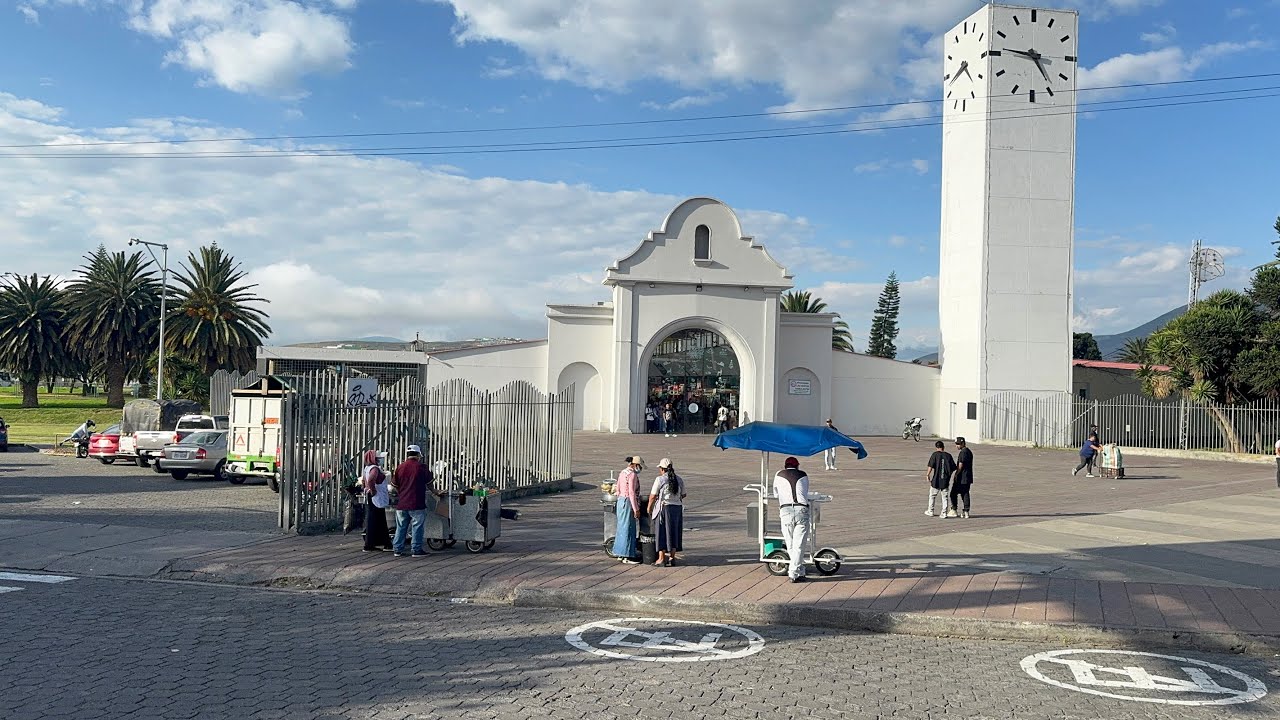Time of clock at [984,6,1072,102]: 4:46
